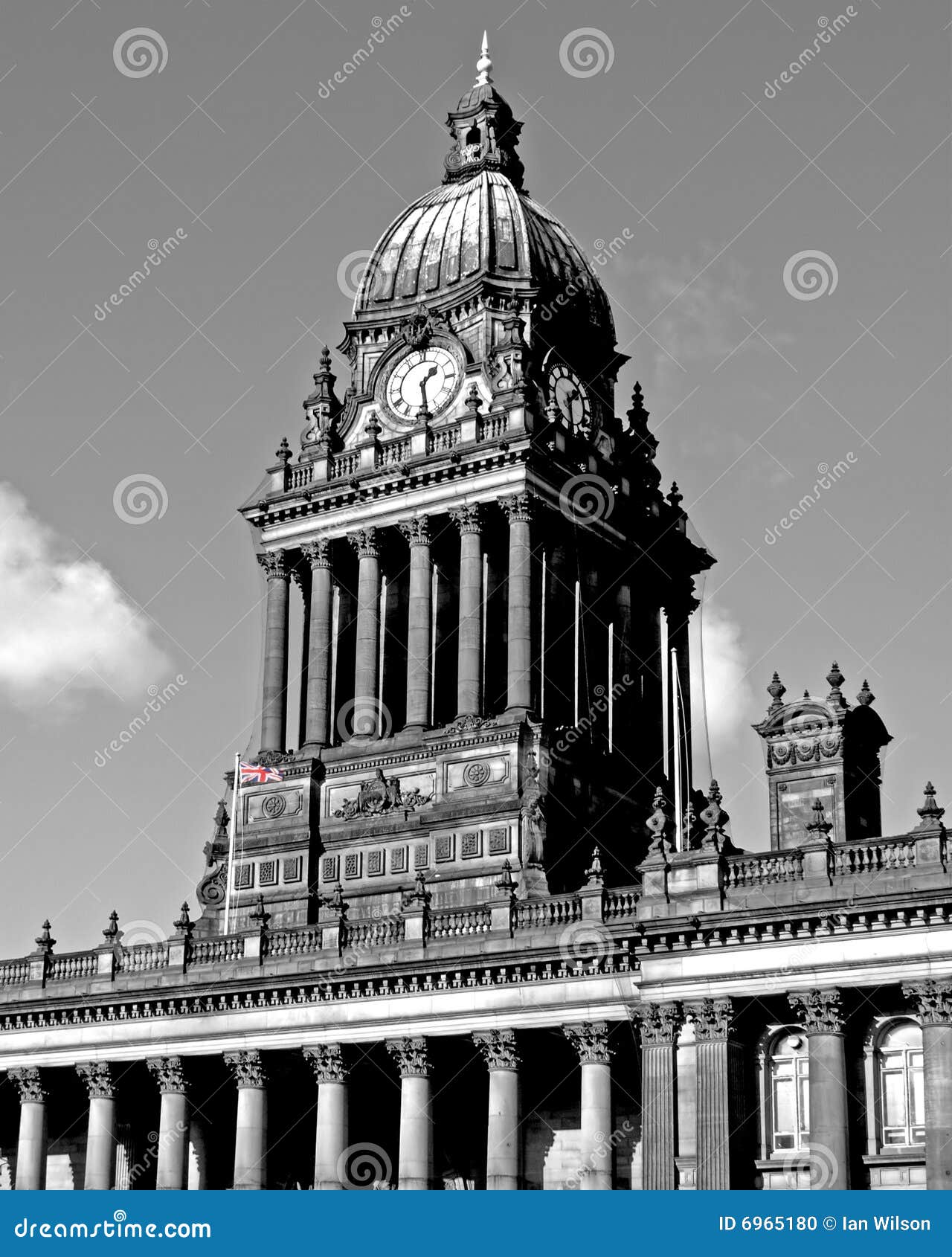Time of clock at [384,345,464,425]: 1:28
